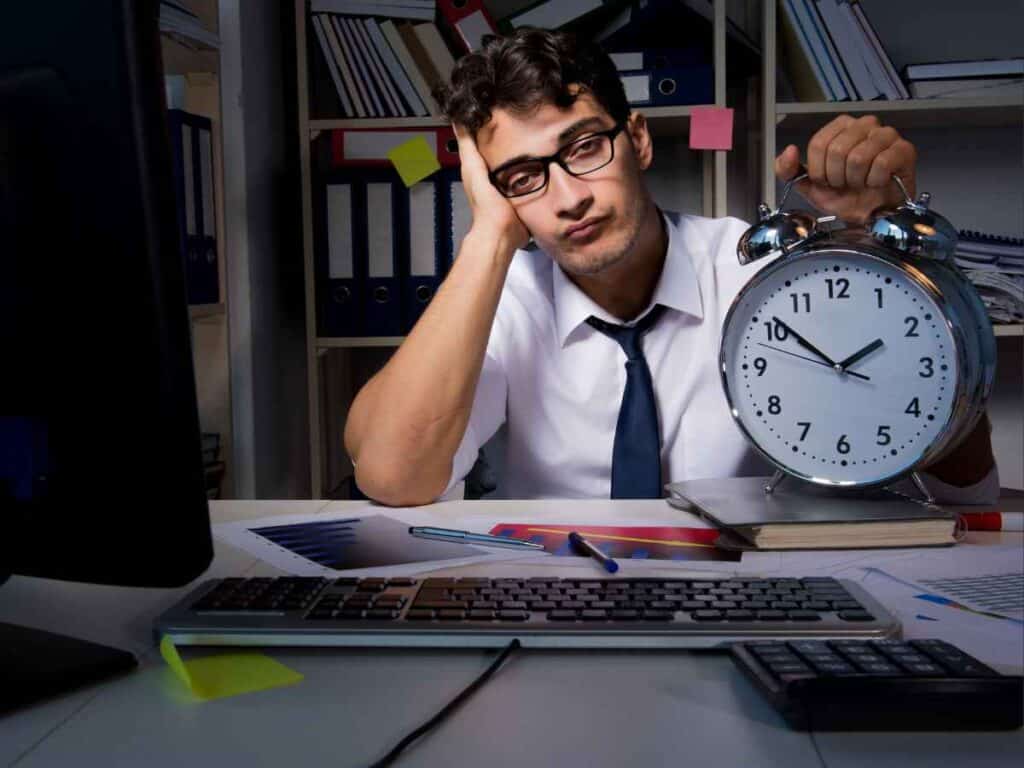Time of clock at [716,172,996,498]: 1:51
